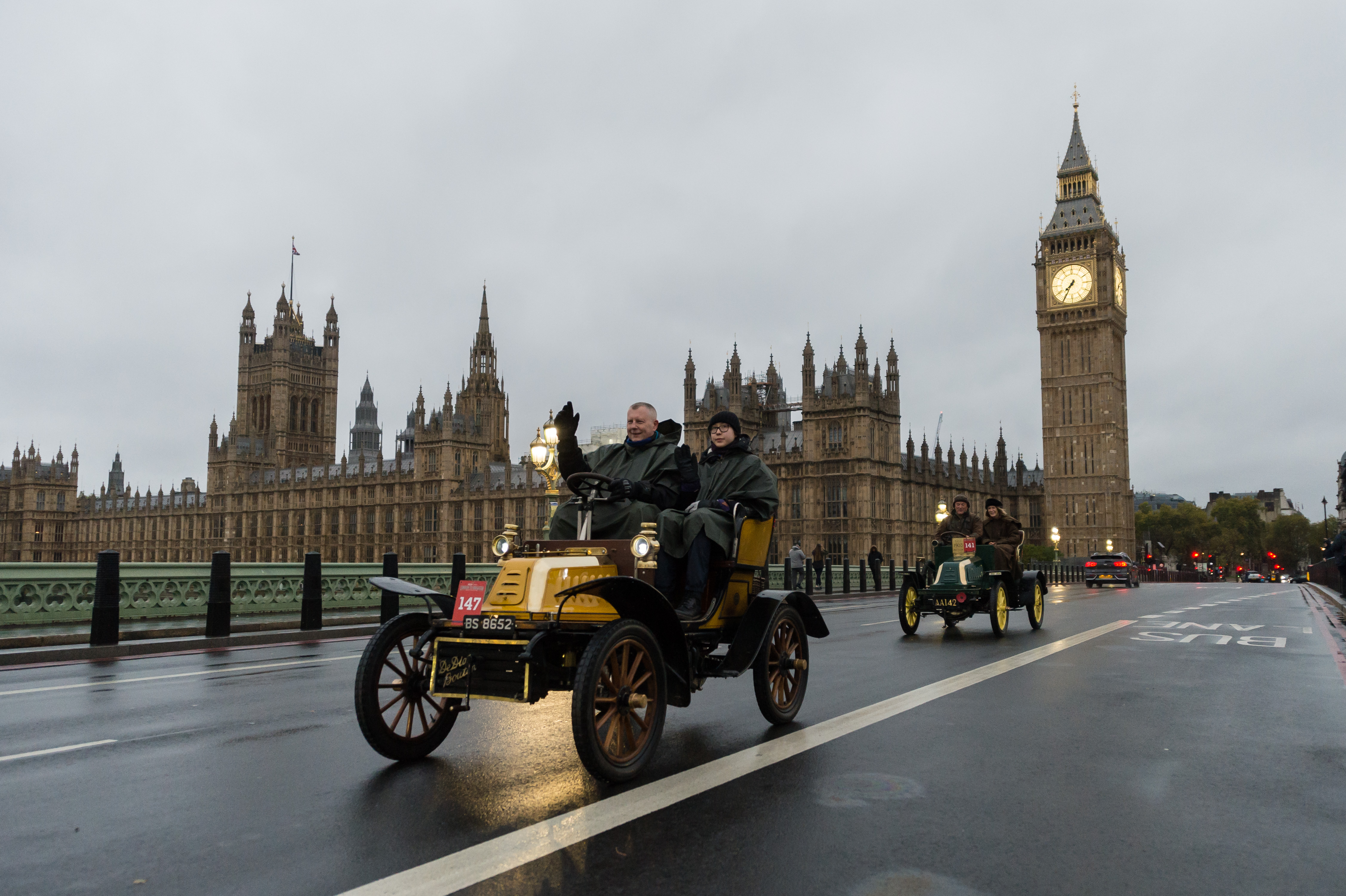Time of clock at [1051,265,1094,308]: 7:34
